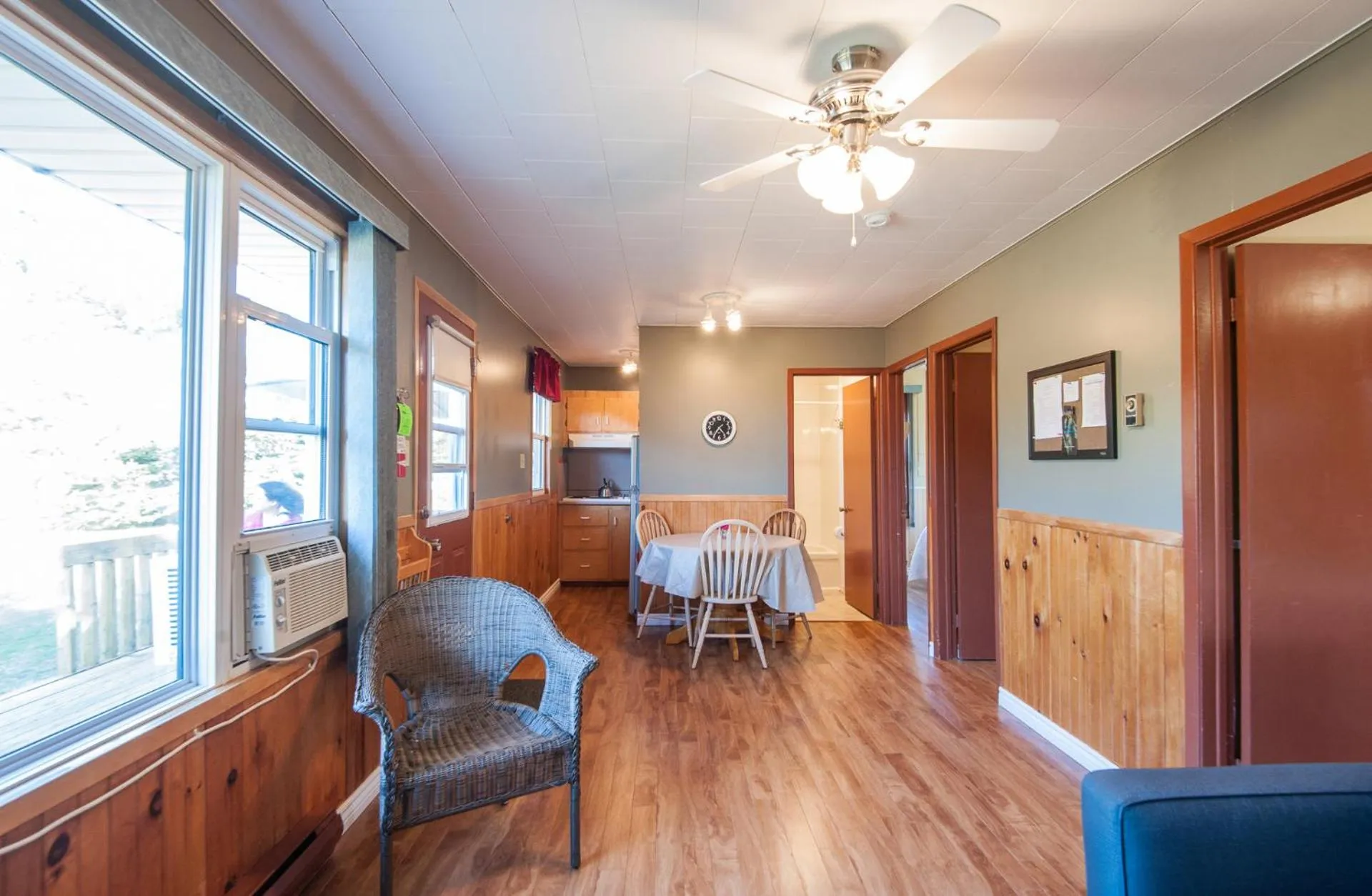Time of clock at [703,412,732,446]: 4:35
